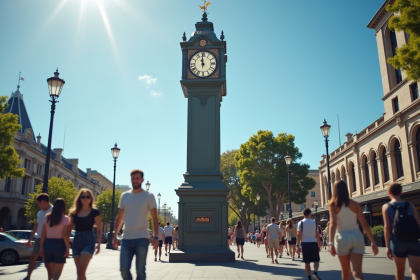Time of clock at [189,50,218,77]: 11:59
